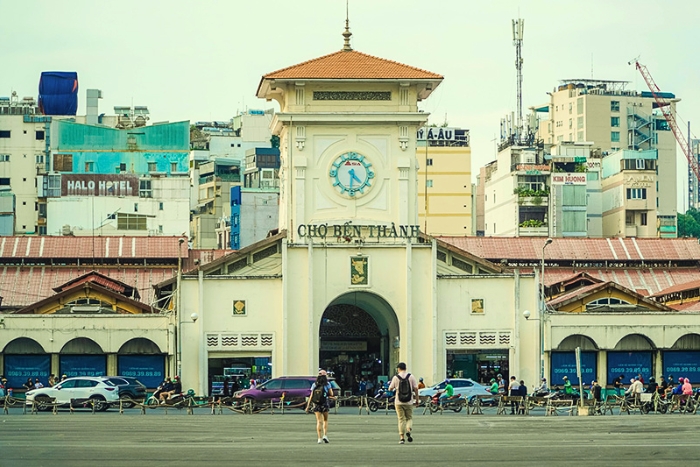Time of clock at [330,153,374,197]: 4:30
